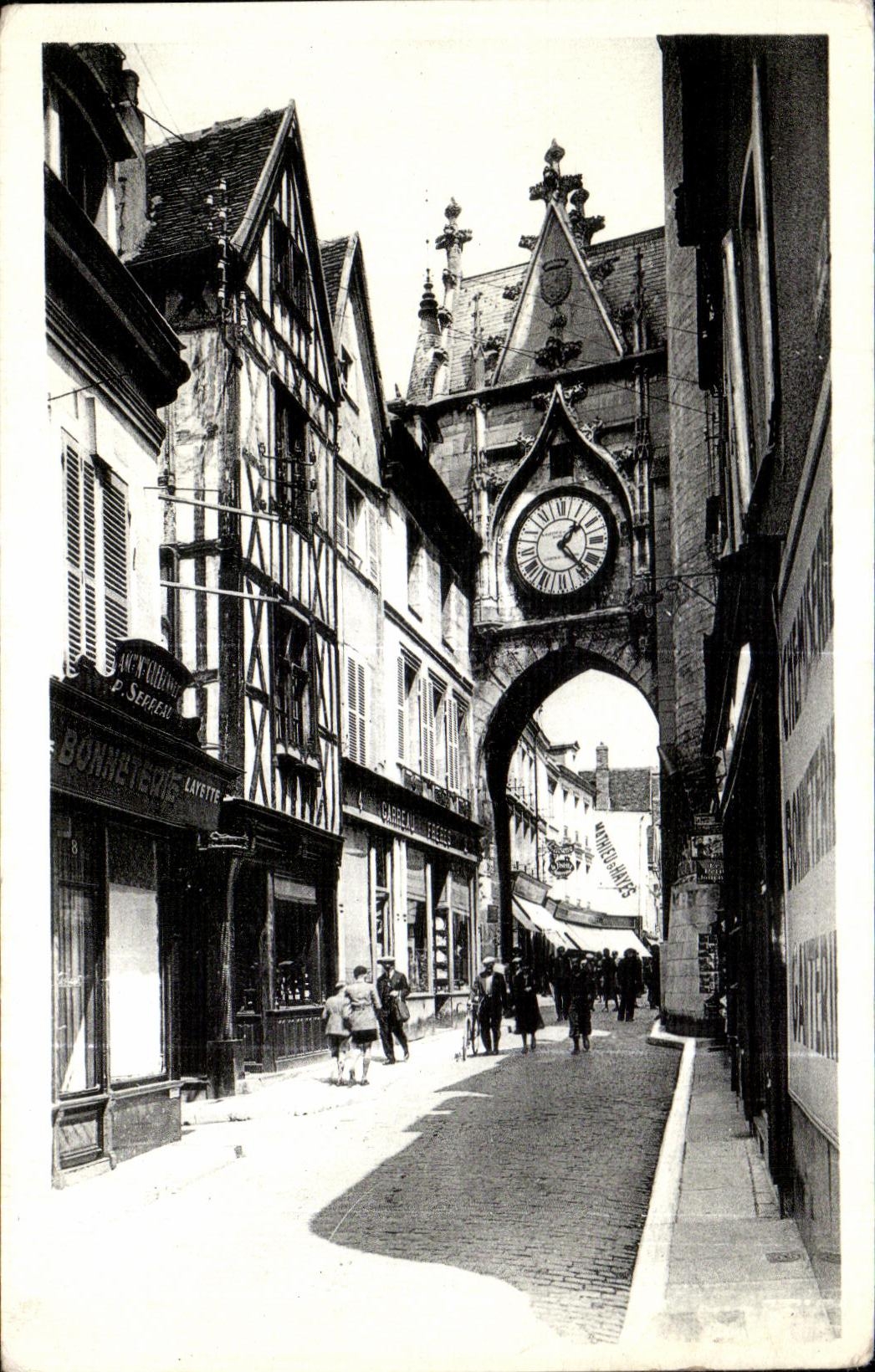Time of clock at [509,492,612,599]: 1:23
